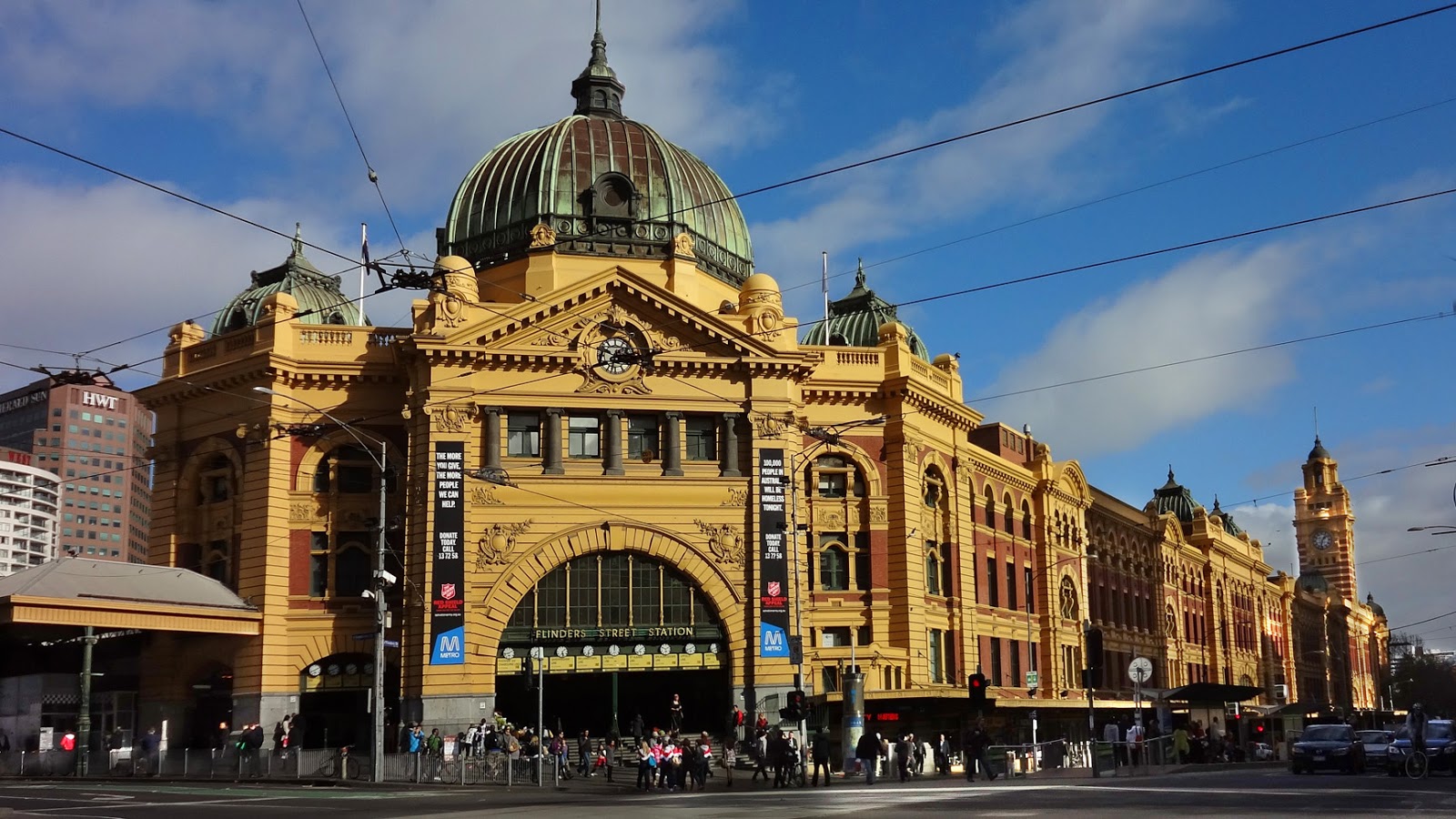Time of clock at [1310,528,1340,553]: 1:32
